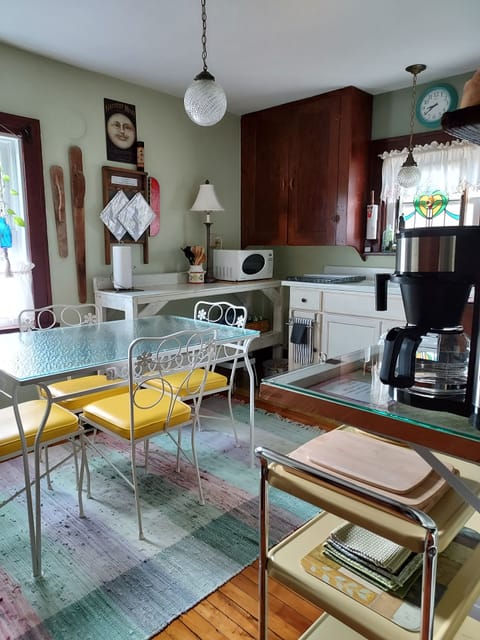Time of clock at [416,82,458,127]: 8:38
